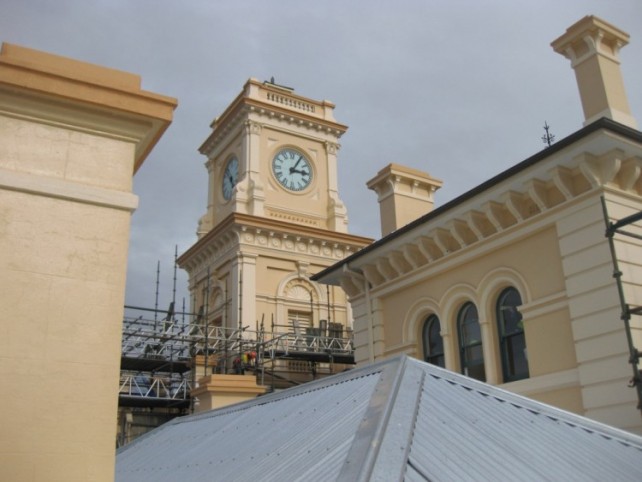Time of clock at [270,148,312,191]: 3:04
